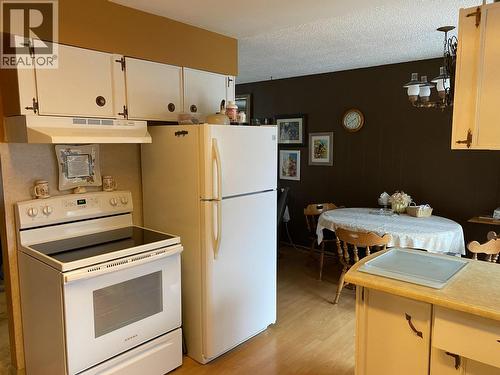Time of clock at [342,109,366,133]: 1:39
